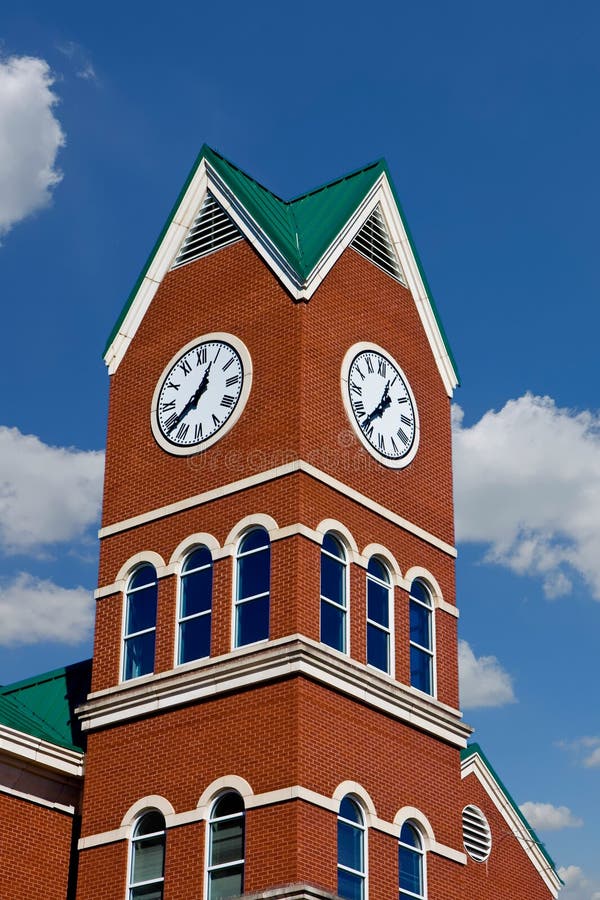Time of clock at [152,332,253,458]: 12:38
